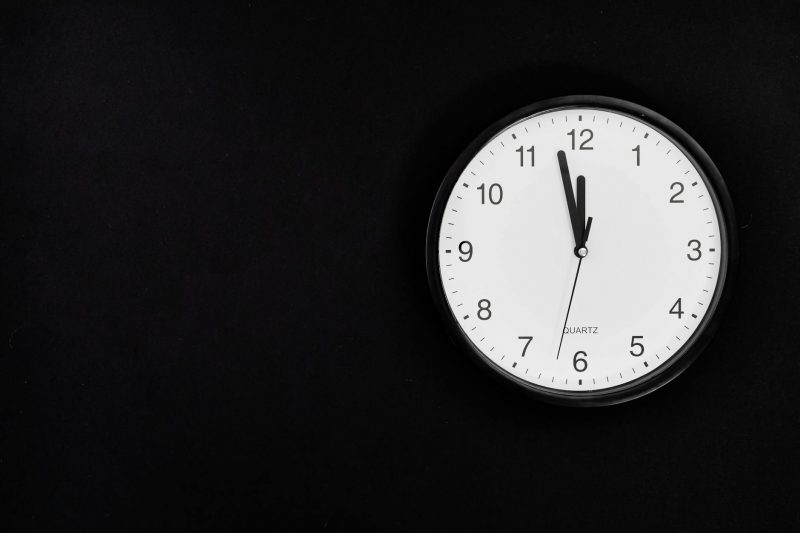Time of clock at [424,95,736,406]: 11:57
